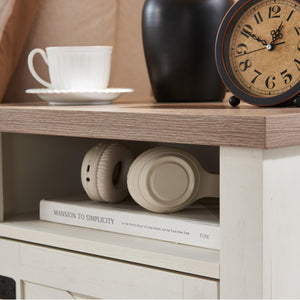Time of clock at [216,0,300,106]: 12:49
